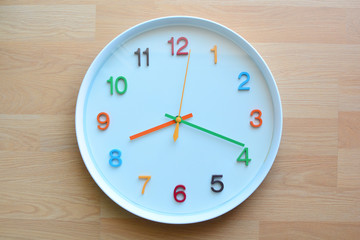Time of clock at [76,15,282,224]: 8:18
